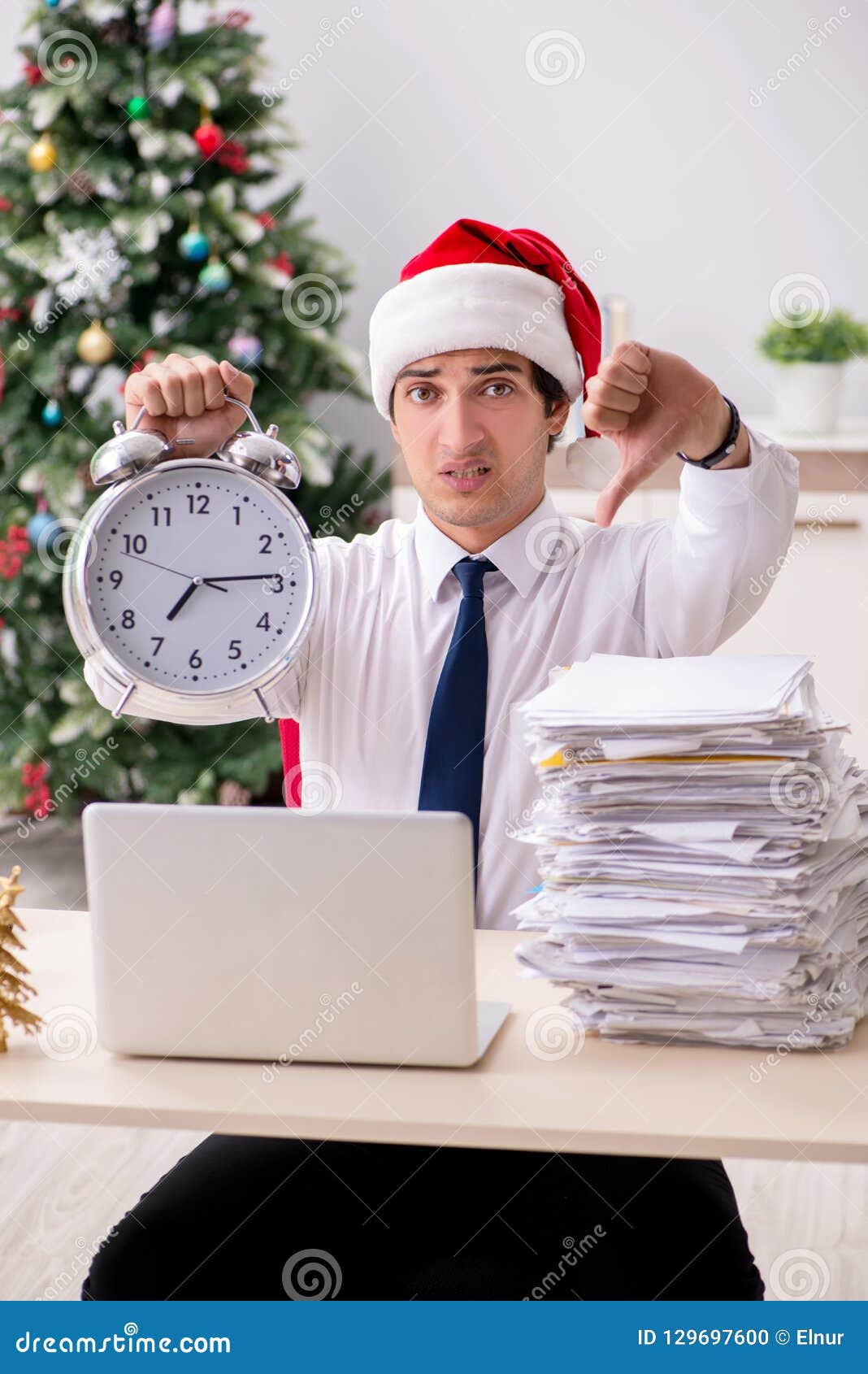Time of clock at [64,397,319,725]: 7:14
